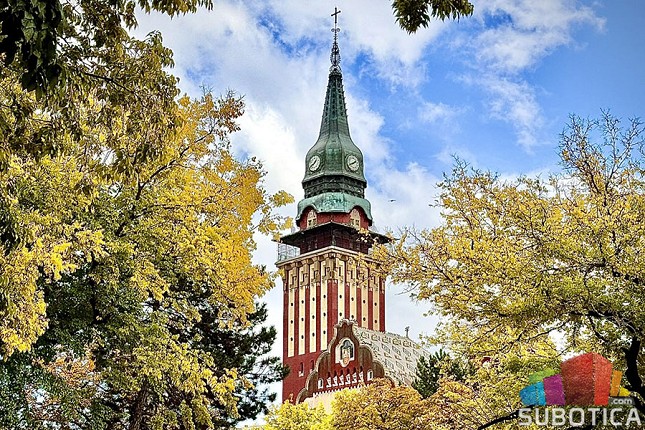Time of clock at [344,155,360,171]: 1:40
